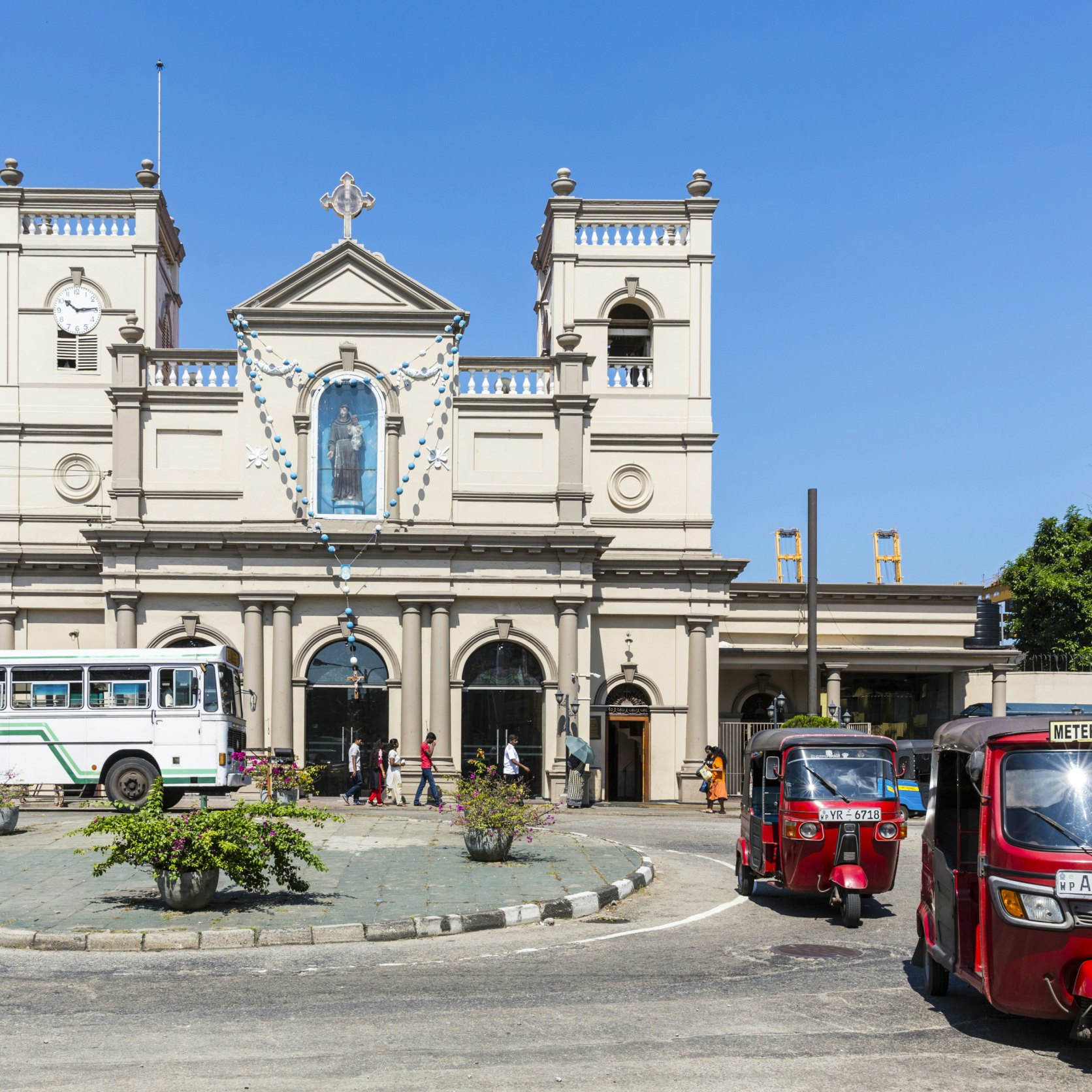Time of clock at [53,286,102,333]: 10:14
